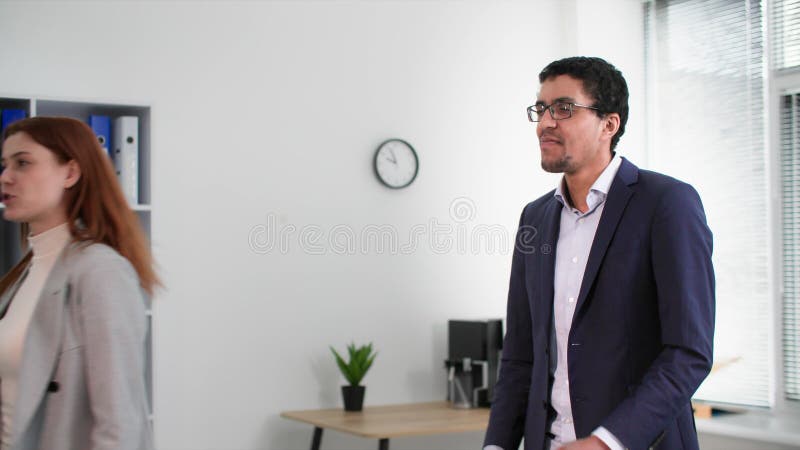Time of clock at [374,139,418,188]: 9:56
